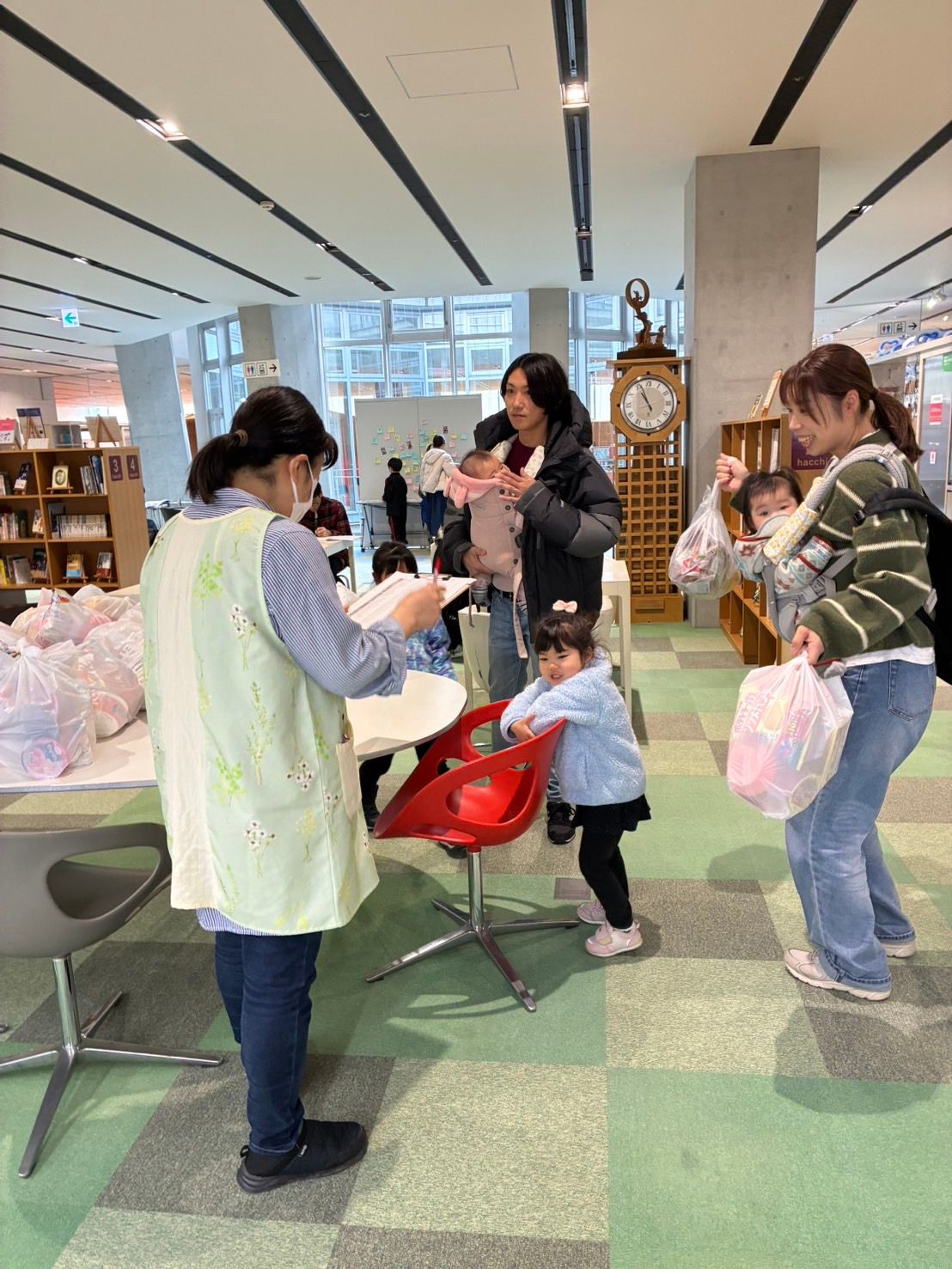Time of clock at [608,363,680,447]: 10:56
